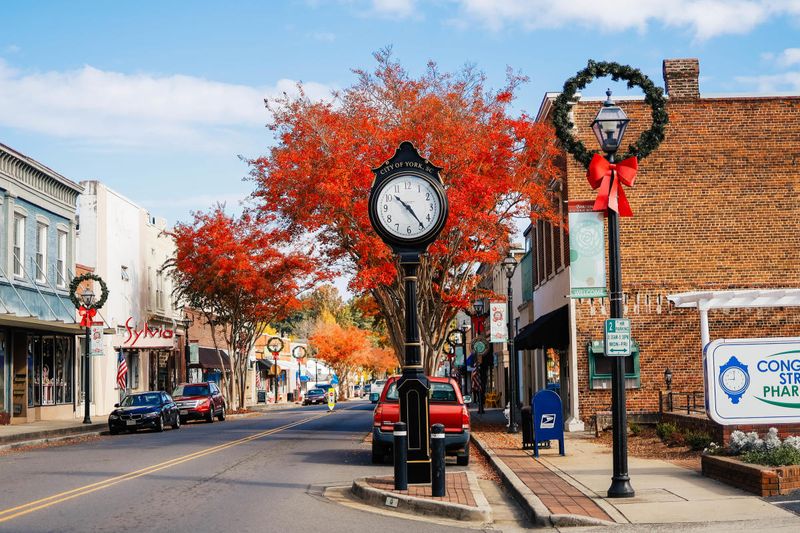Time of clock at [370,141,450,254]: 10:23
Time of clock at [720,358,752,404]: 9:00
